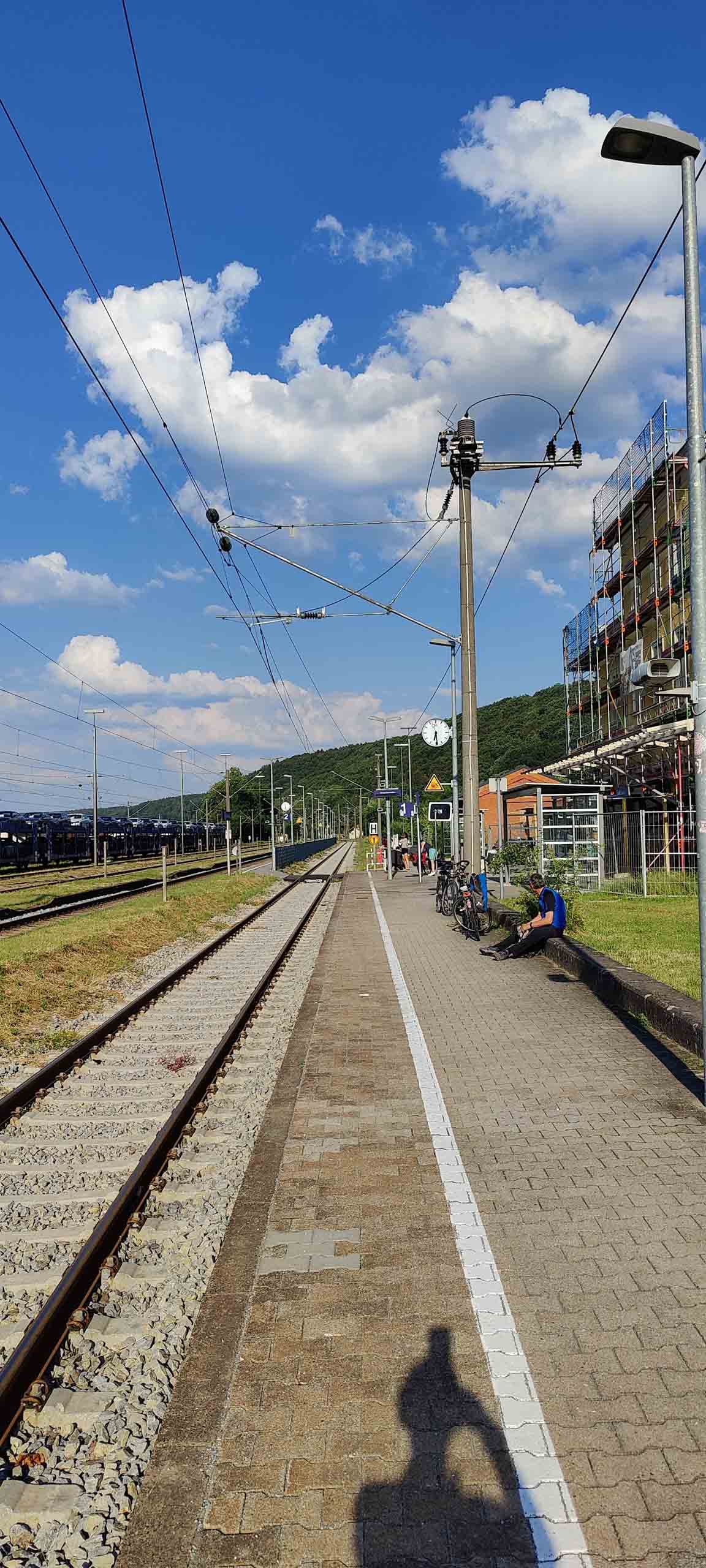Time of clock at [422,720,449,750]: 6:29
